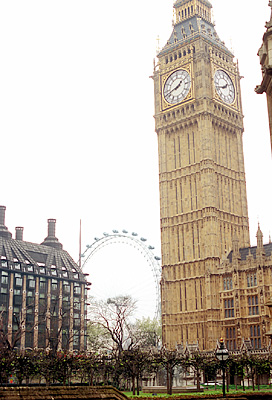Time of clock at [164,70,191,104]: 1:41
